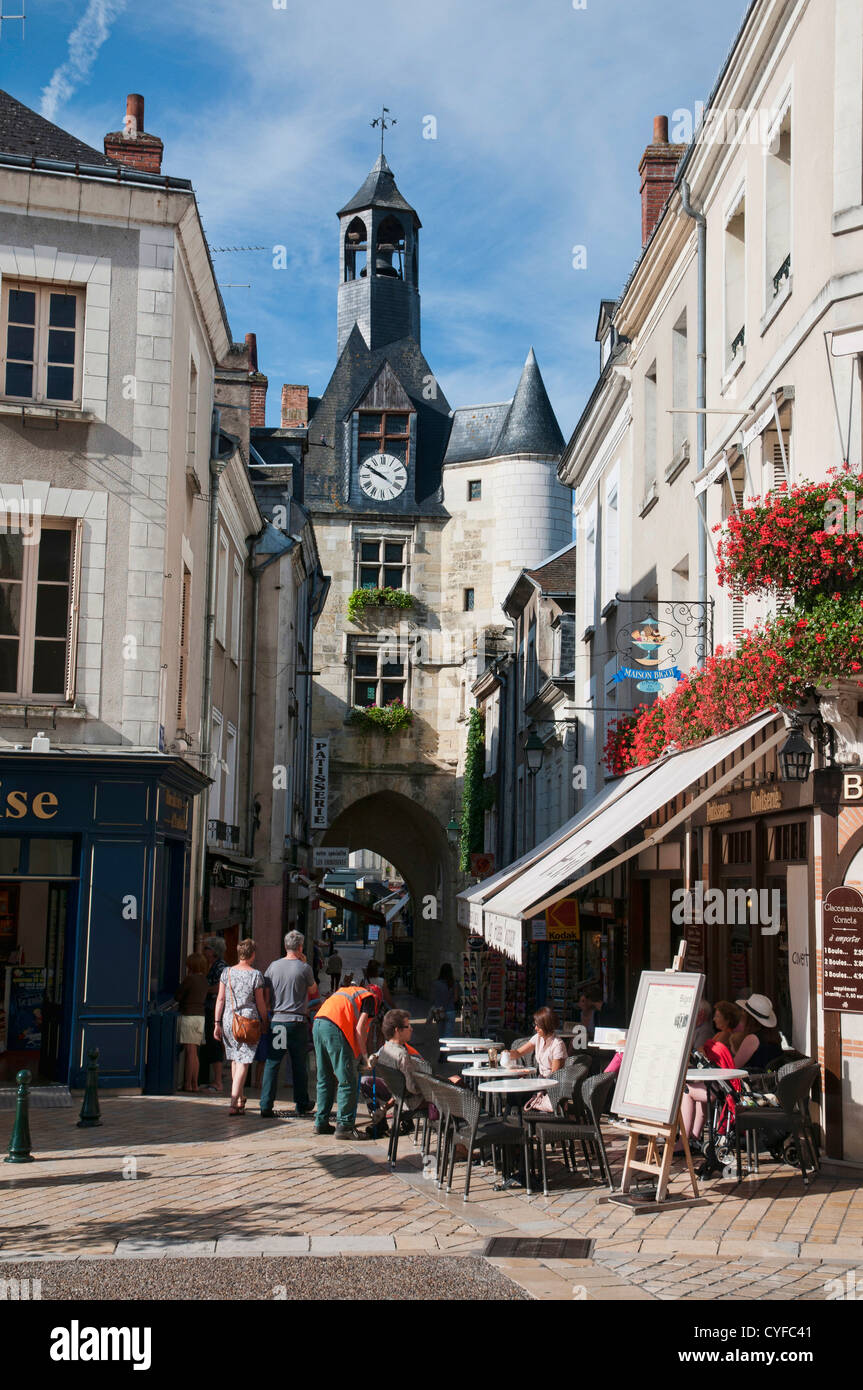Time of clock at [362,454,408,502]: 9:50
